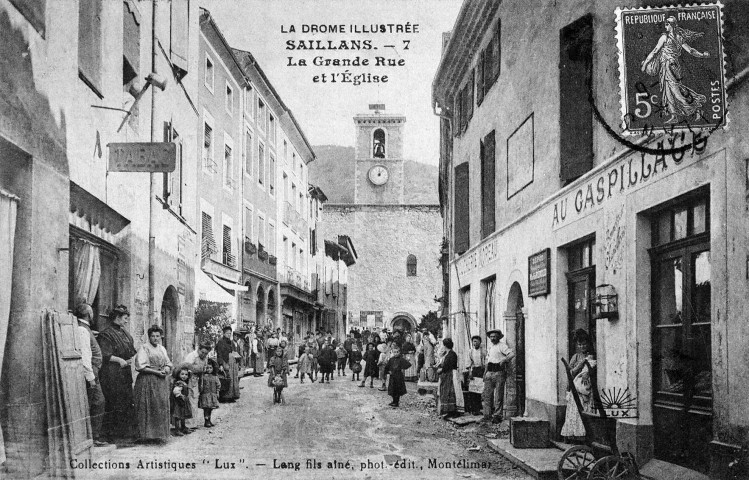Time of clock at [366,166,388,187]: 12:07
